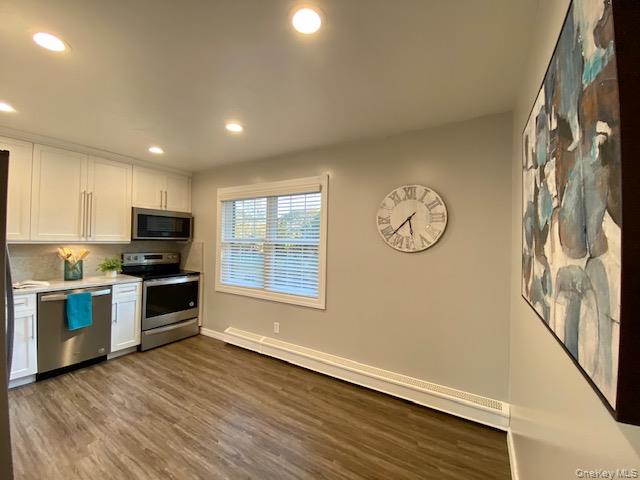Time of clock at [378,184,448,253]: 5:38
